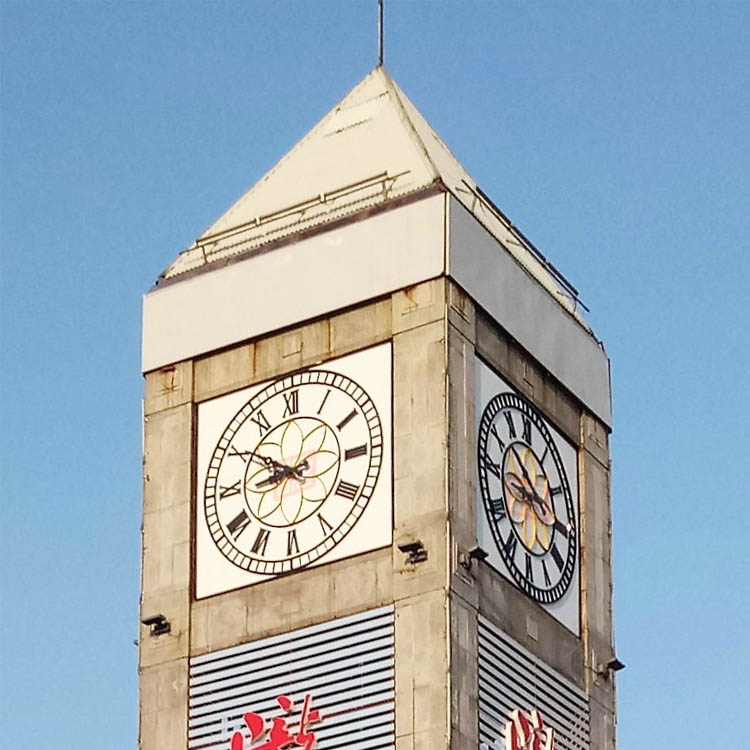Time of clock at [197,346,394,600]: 8:50
